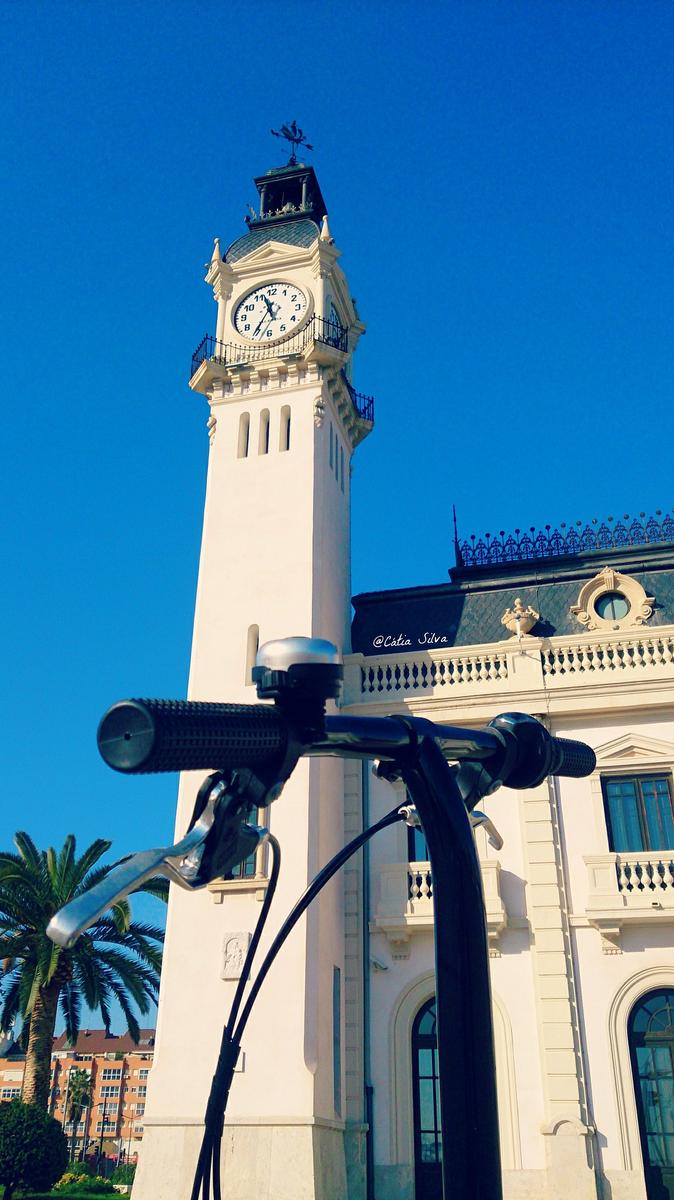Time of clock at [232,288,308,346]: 11:35
